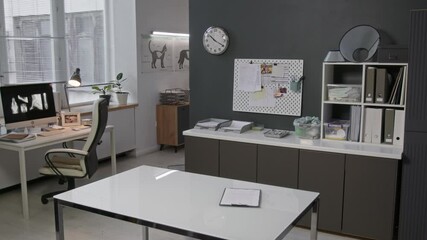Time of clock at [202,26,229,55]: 10:19
